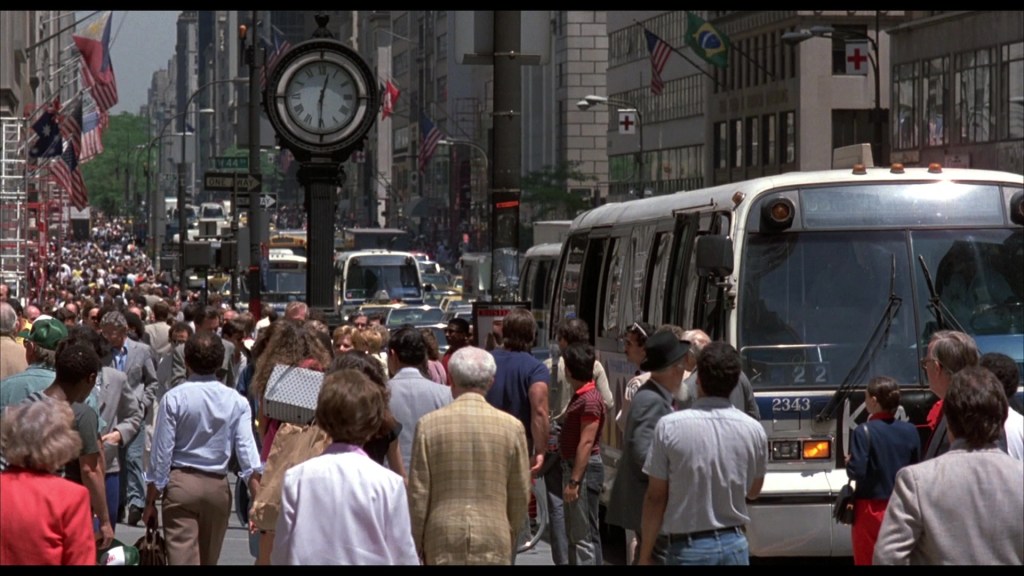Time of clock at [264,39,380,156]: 12:30
